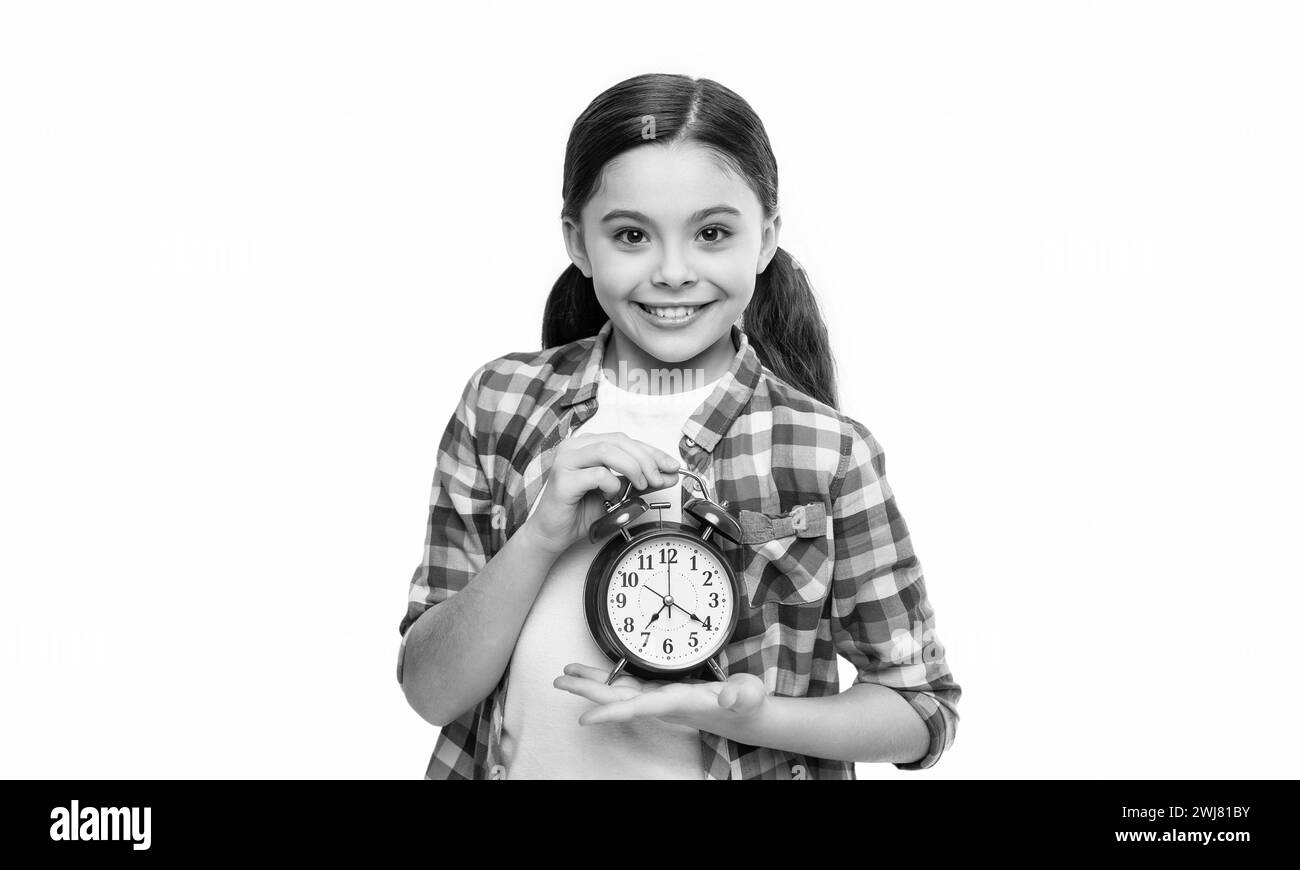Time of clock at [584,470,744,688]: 7:20
